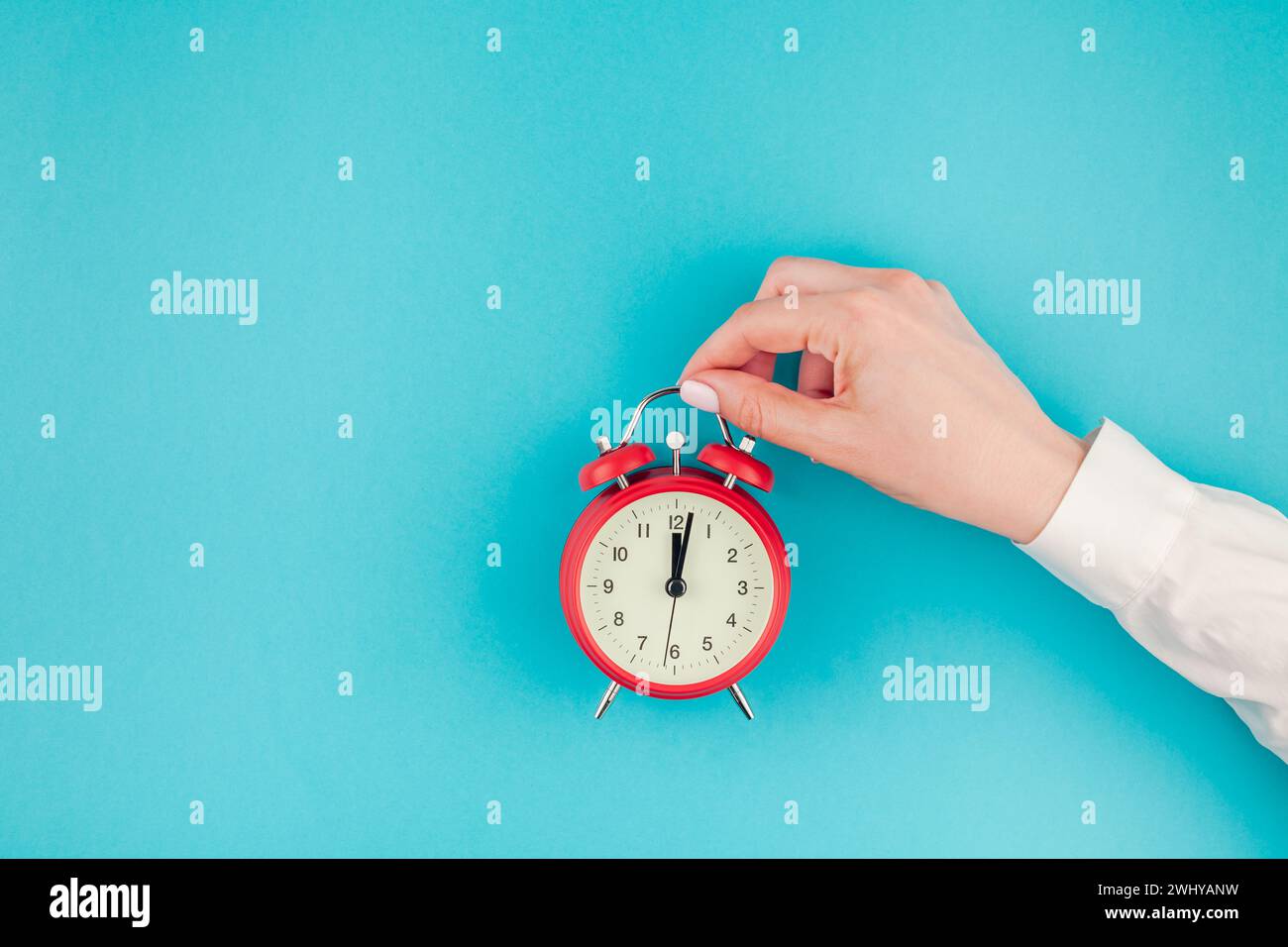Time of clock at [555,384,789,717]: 12:01
